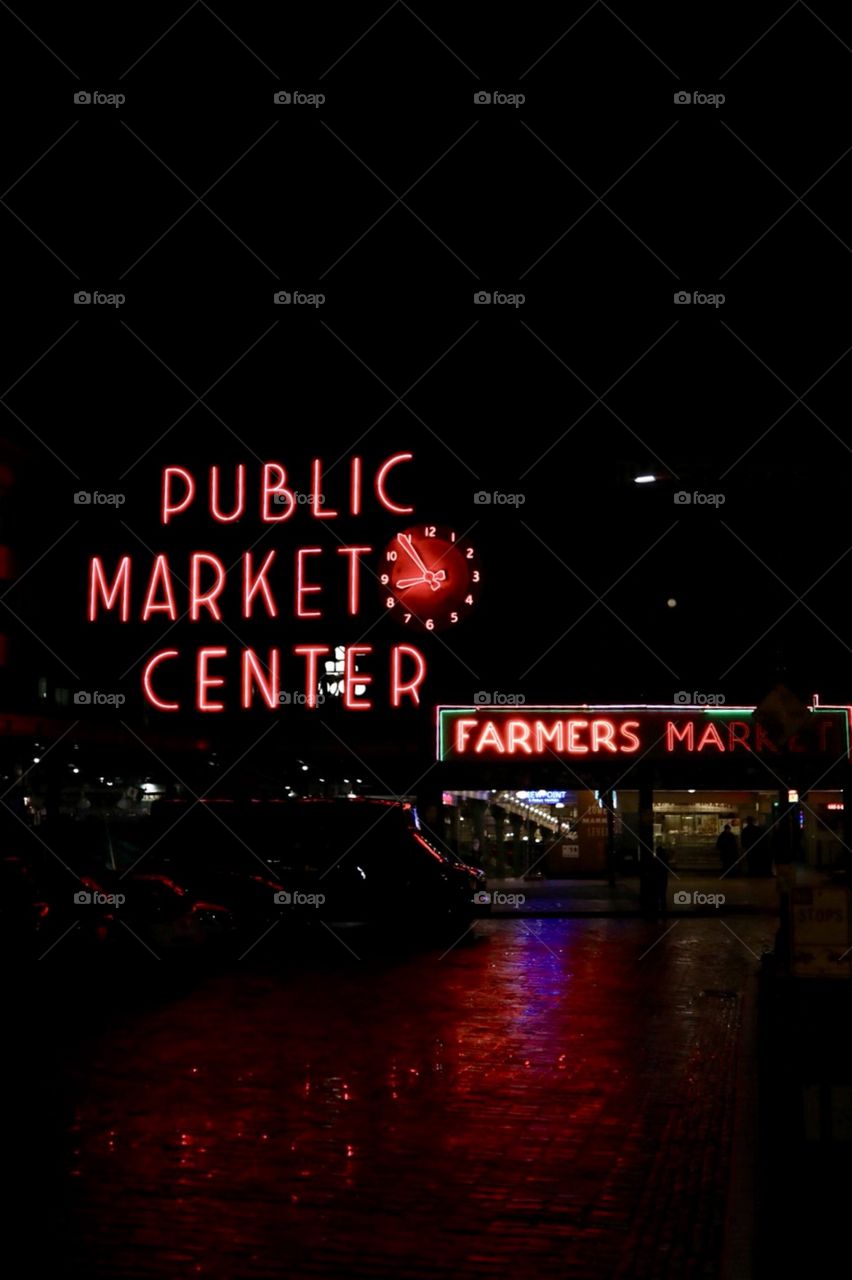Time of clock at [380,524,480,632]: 8:54
